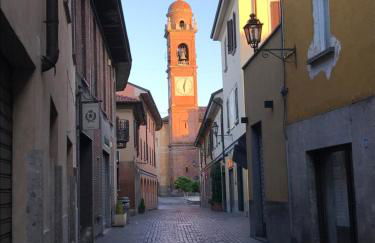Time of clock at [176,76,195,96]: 6:03
